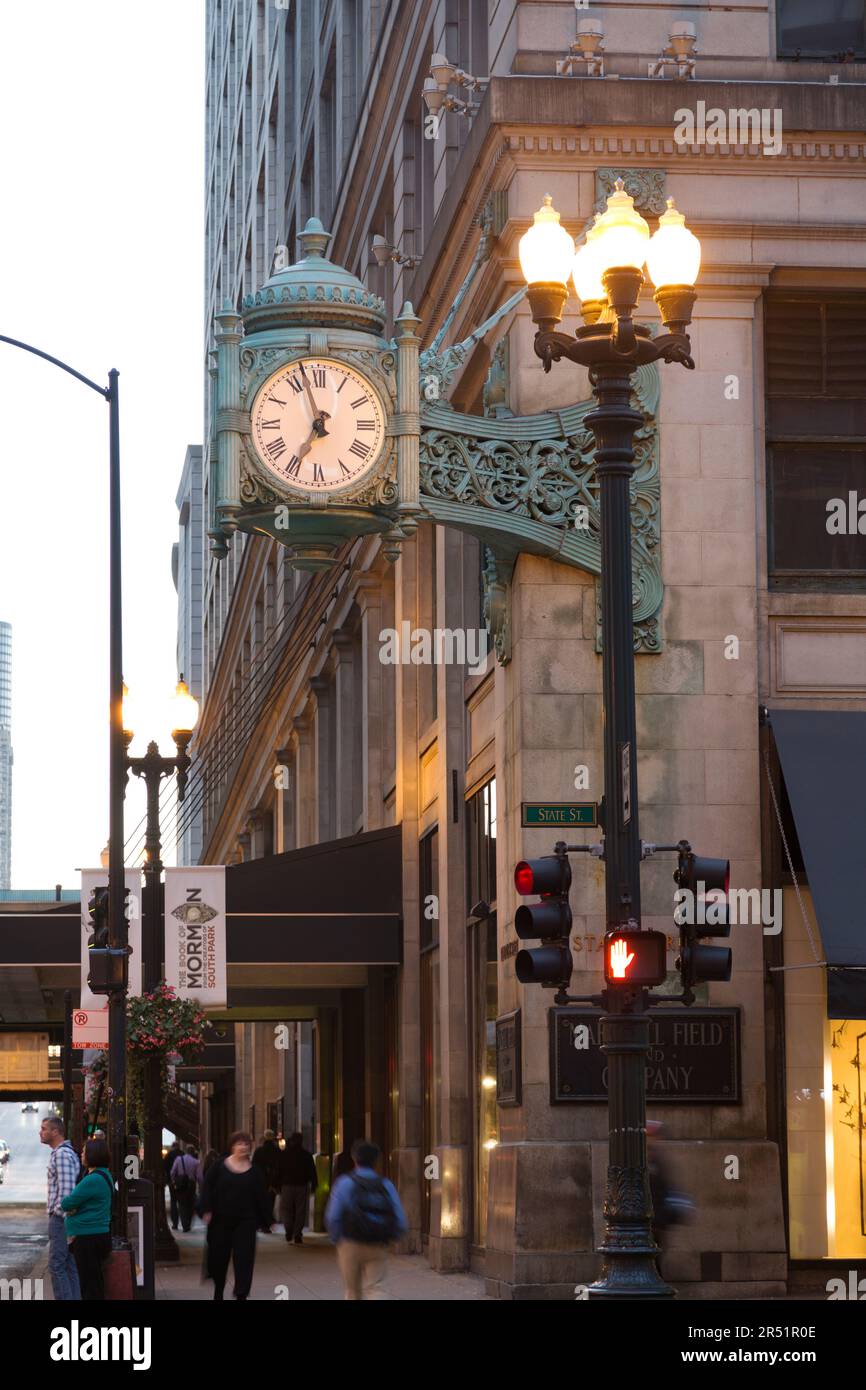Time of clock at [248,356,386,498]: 6:57
